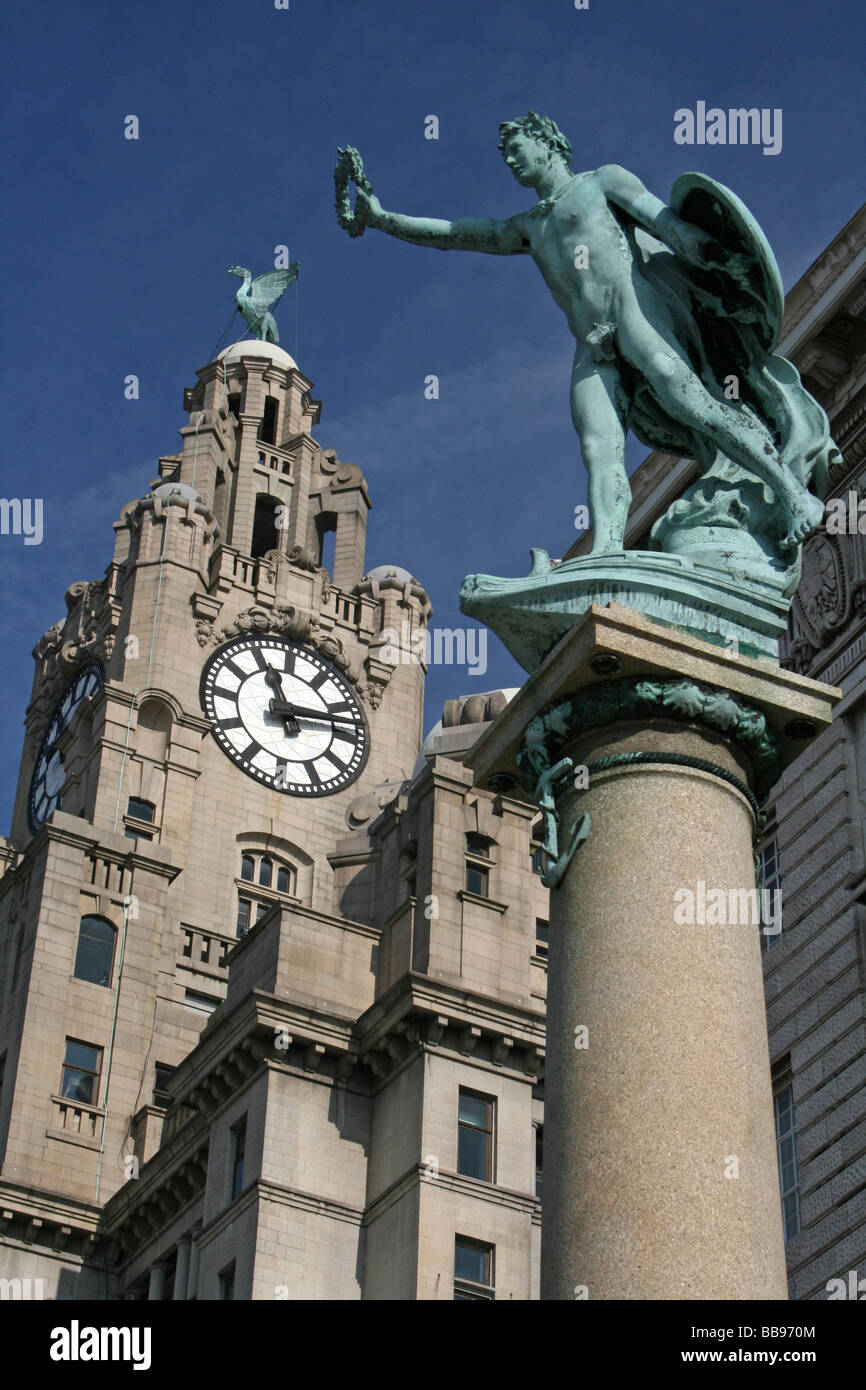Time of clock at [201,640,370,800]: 11:13
